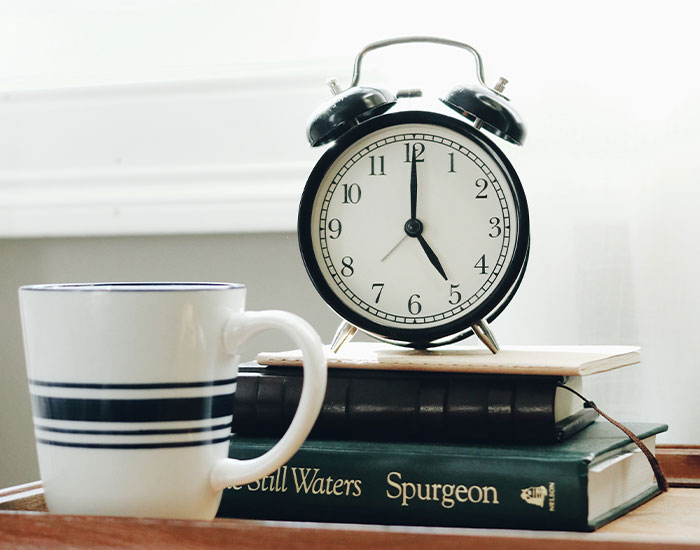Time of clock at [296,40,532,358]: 5:00
